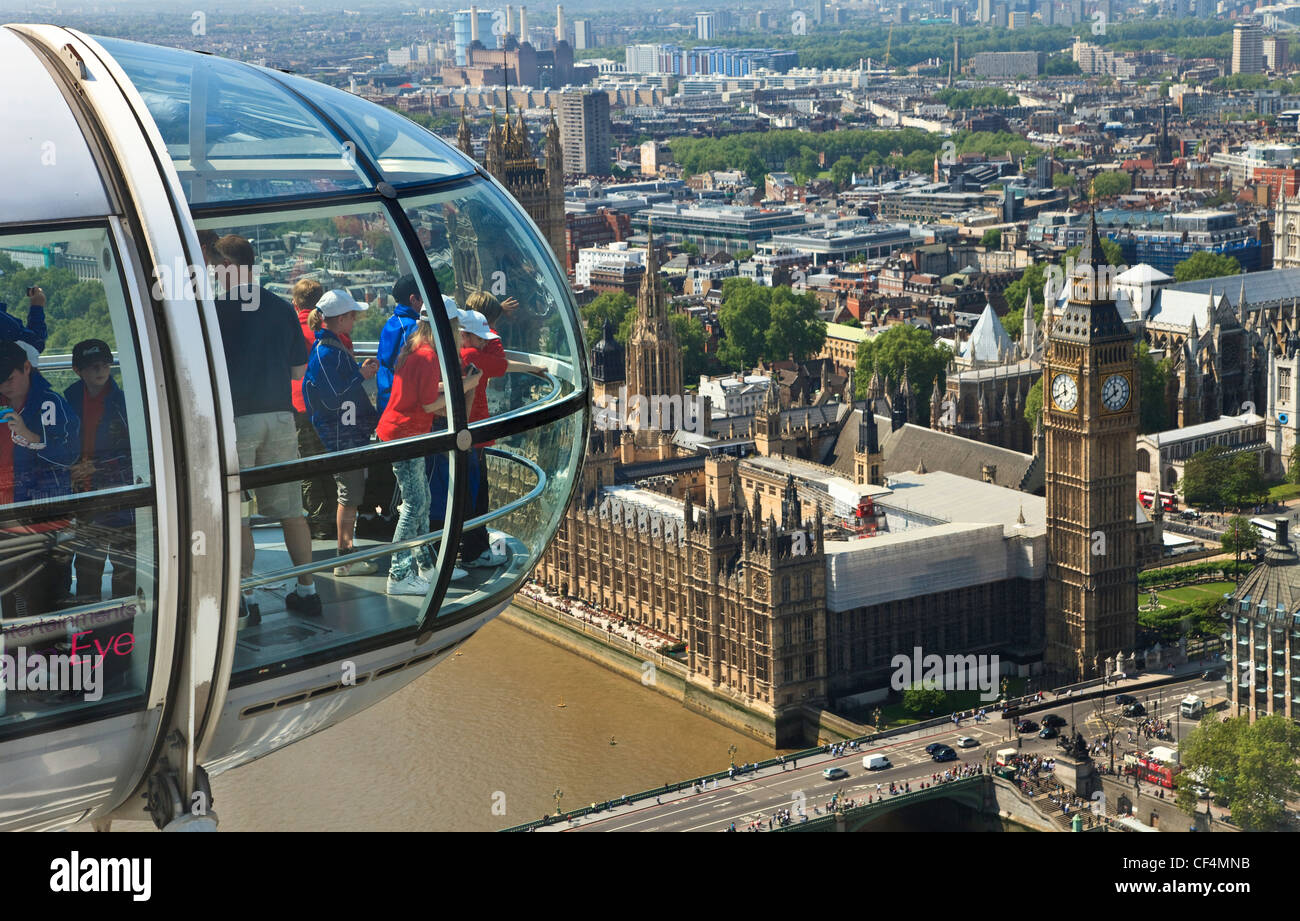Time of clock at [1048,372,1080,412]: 11:40
